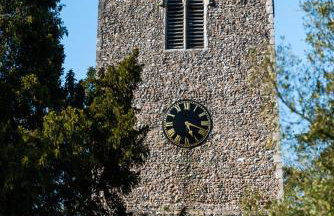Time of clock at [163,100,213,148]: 5:18
